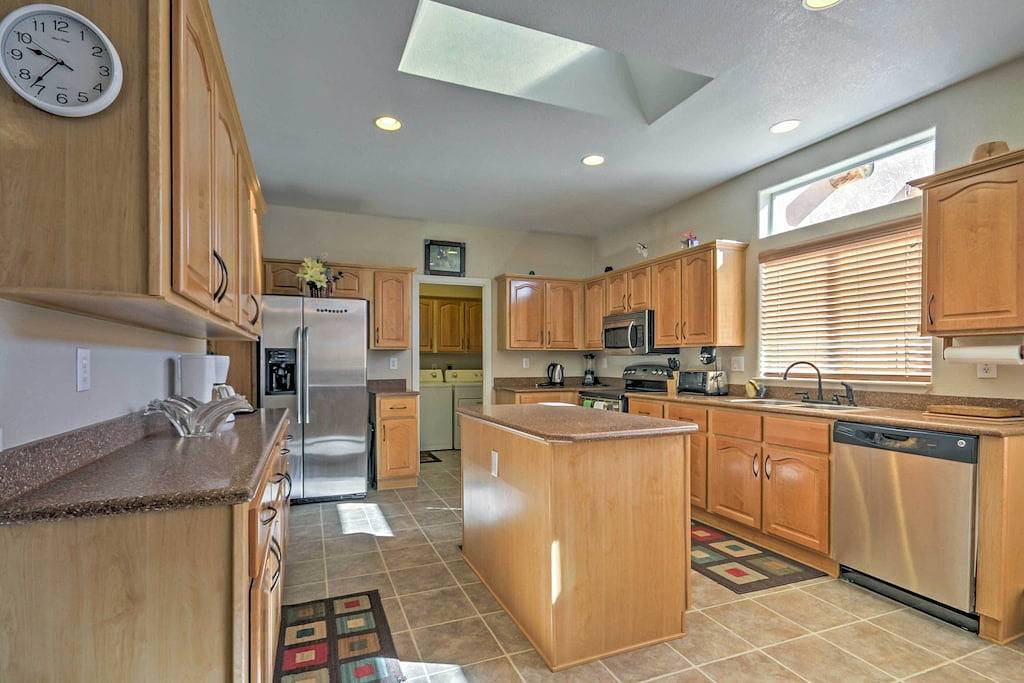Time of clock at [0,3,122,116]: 9:36
